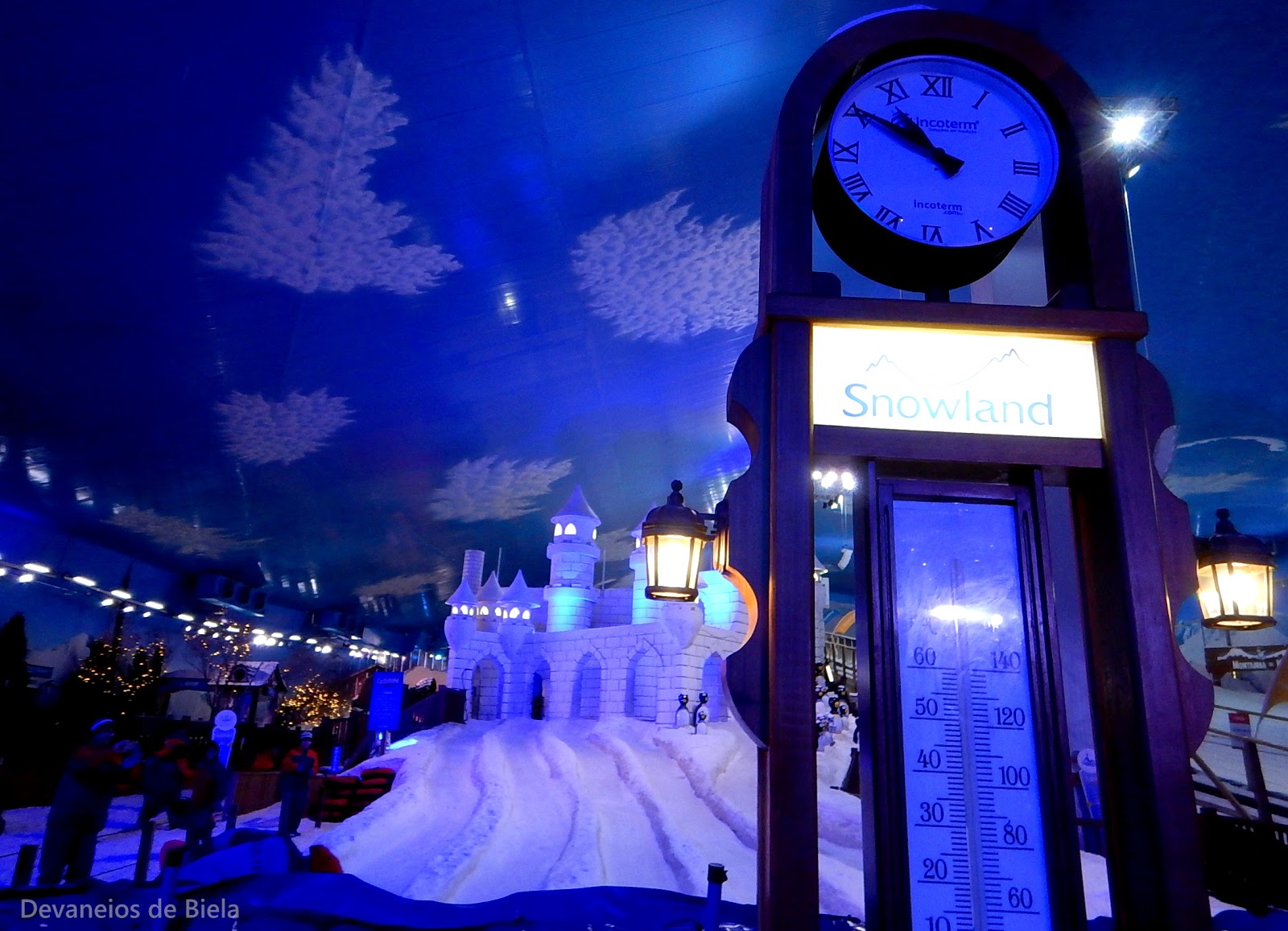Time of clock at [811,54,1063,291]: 10:50
